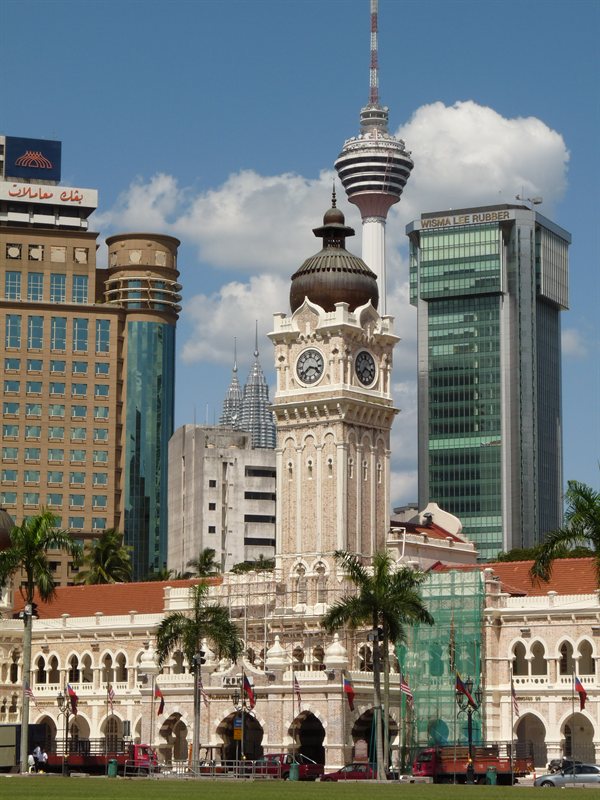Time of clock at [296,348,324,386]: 3:38
